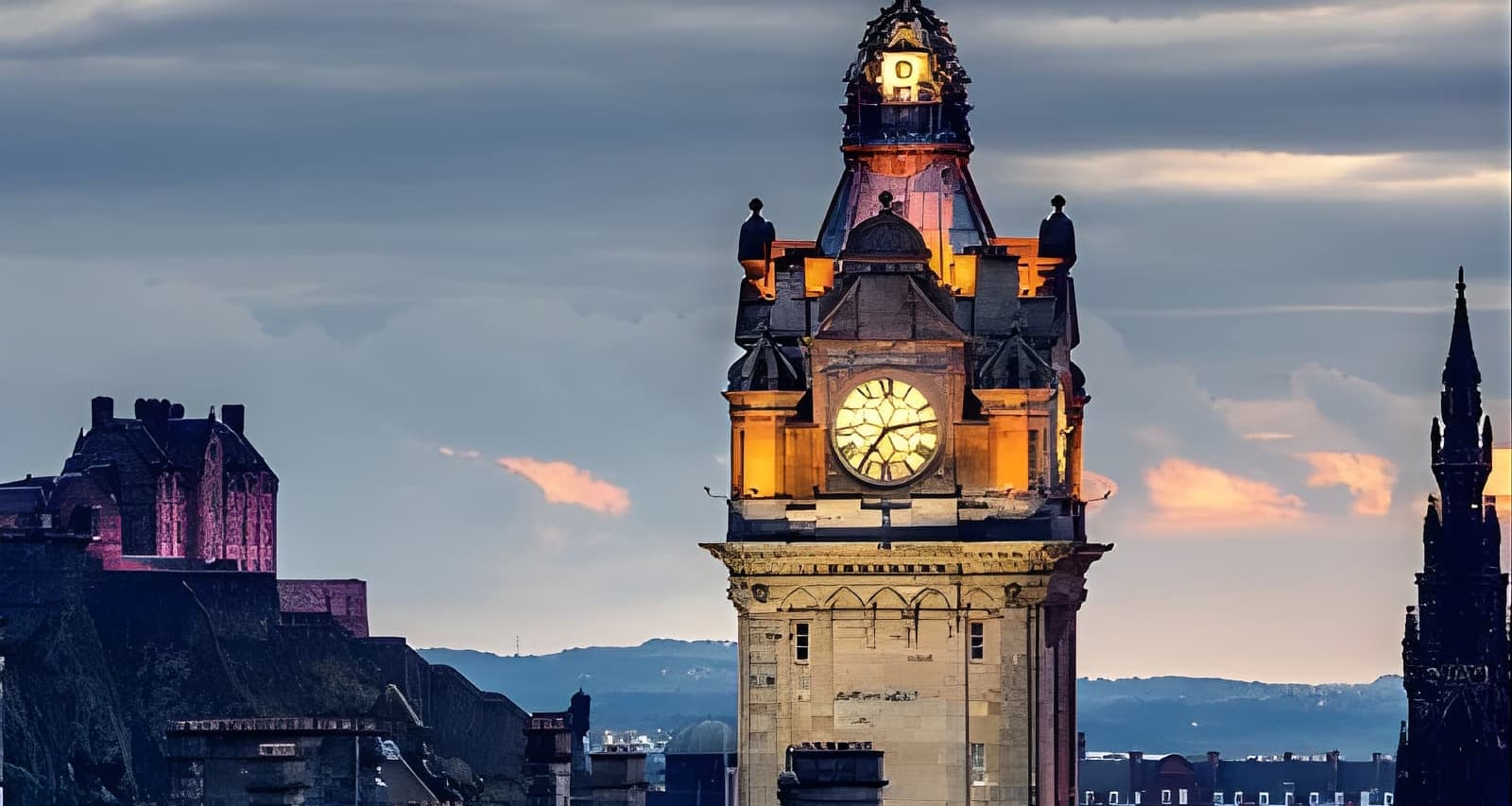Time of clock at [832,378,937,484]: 7:13
